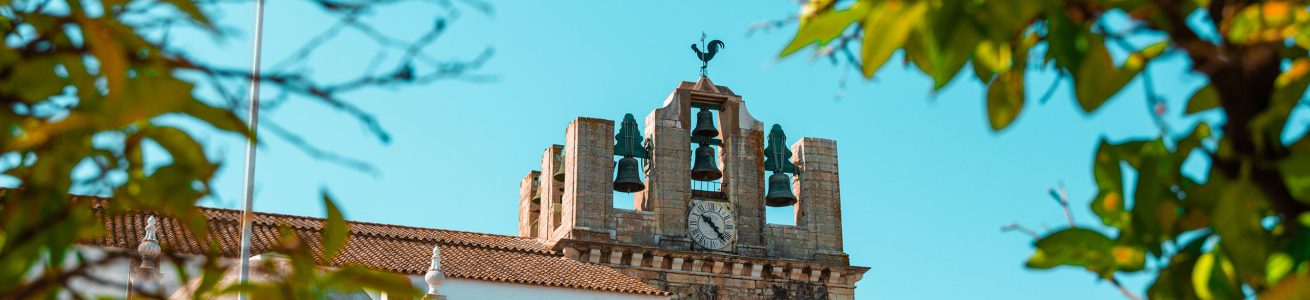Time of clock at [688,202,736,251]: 10:23
